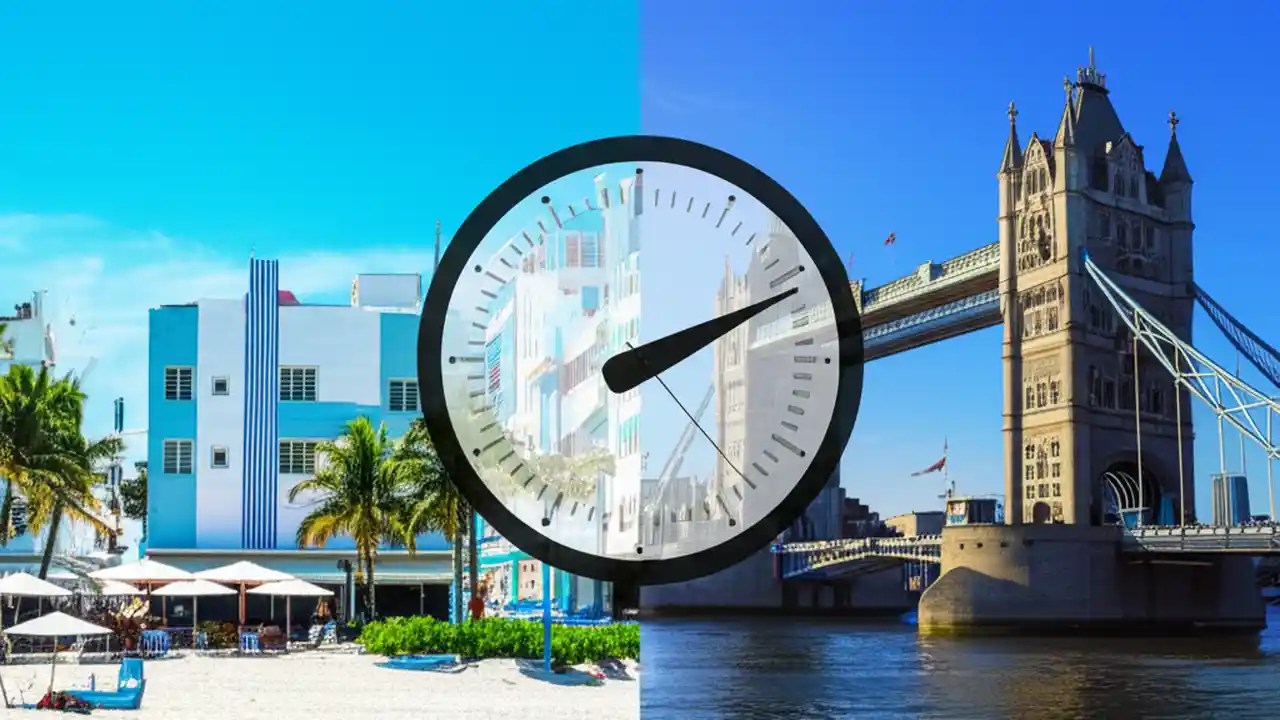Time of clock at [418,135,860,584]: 2:11
